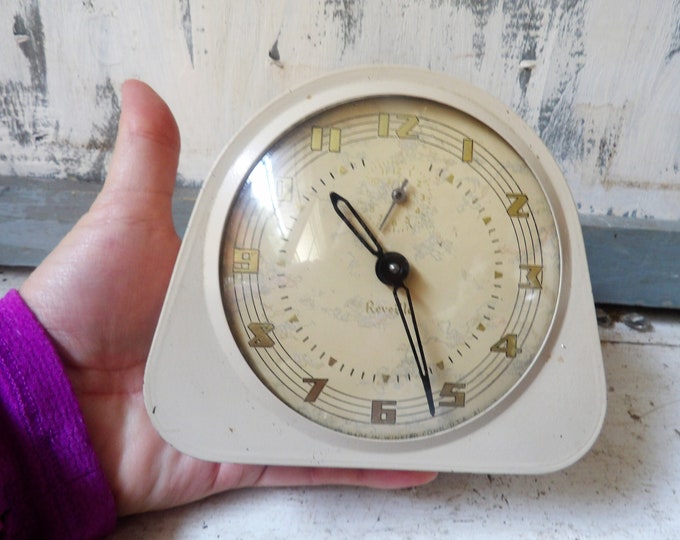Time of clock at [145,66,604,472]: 10:26
